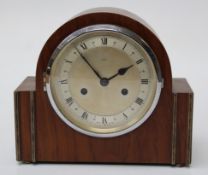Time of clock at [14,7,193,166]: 1:53
